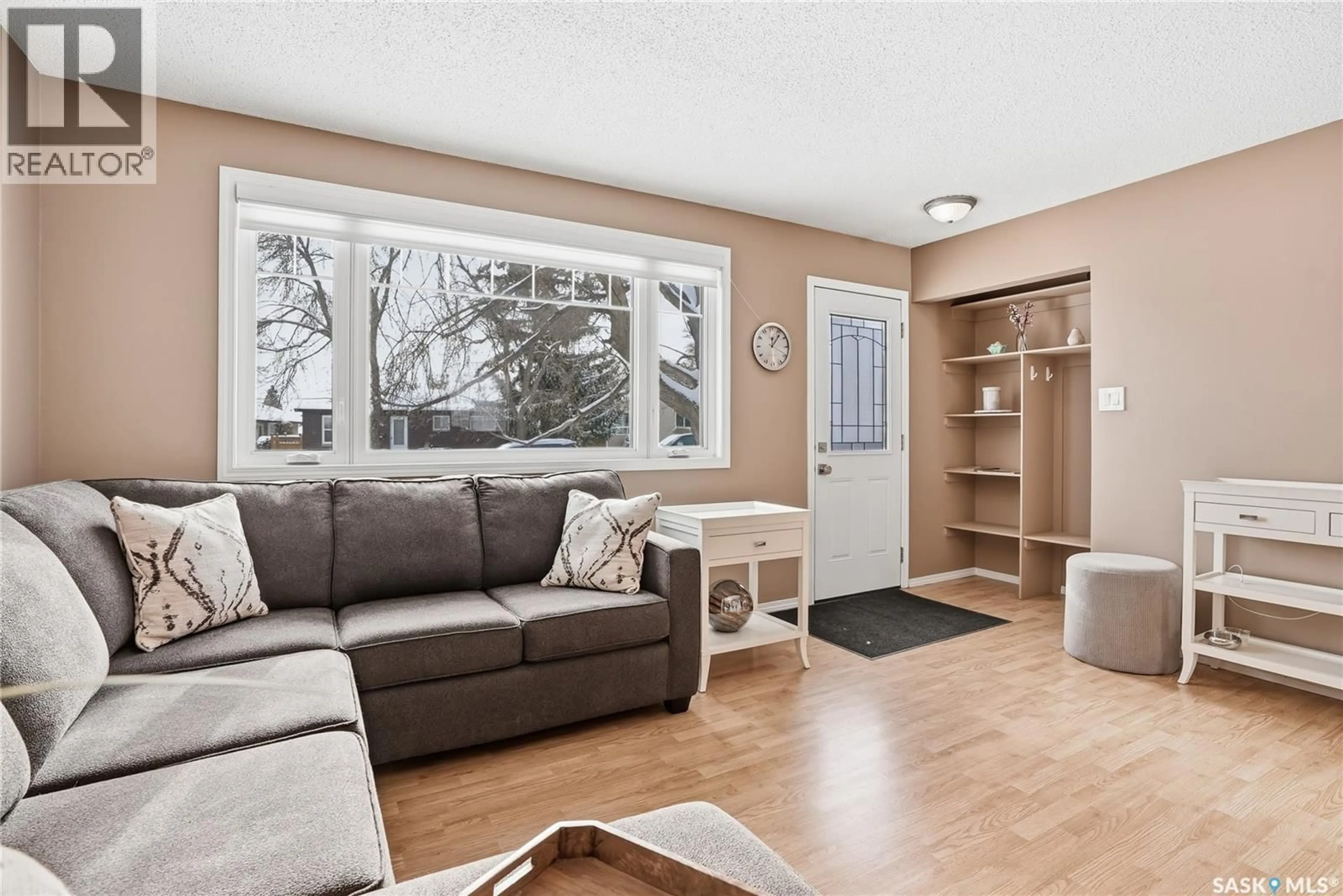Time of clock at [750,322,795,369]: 12:06
